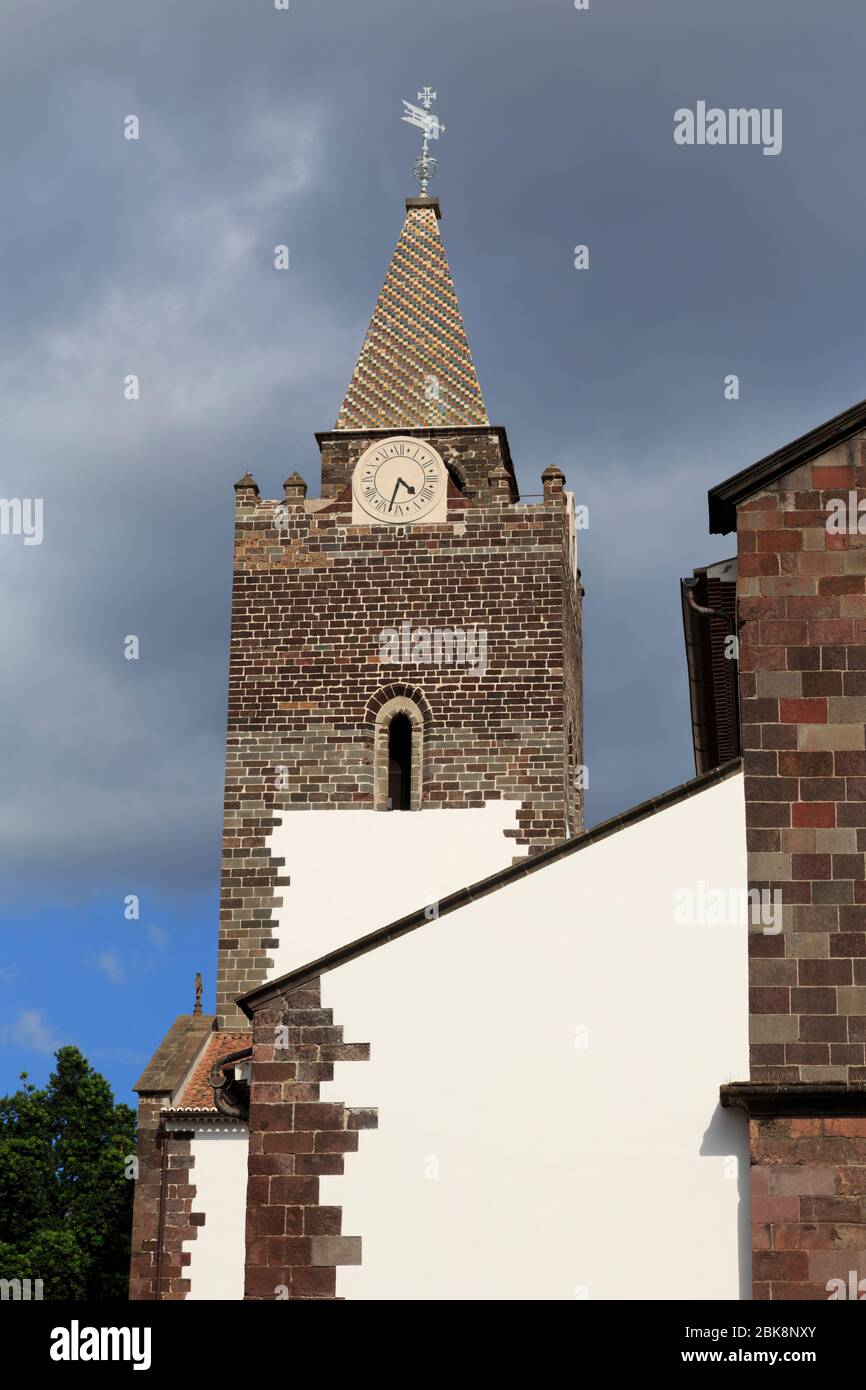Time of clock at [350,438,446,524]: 4:32
